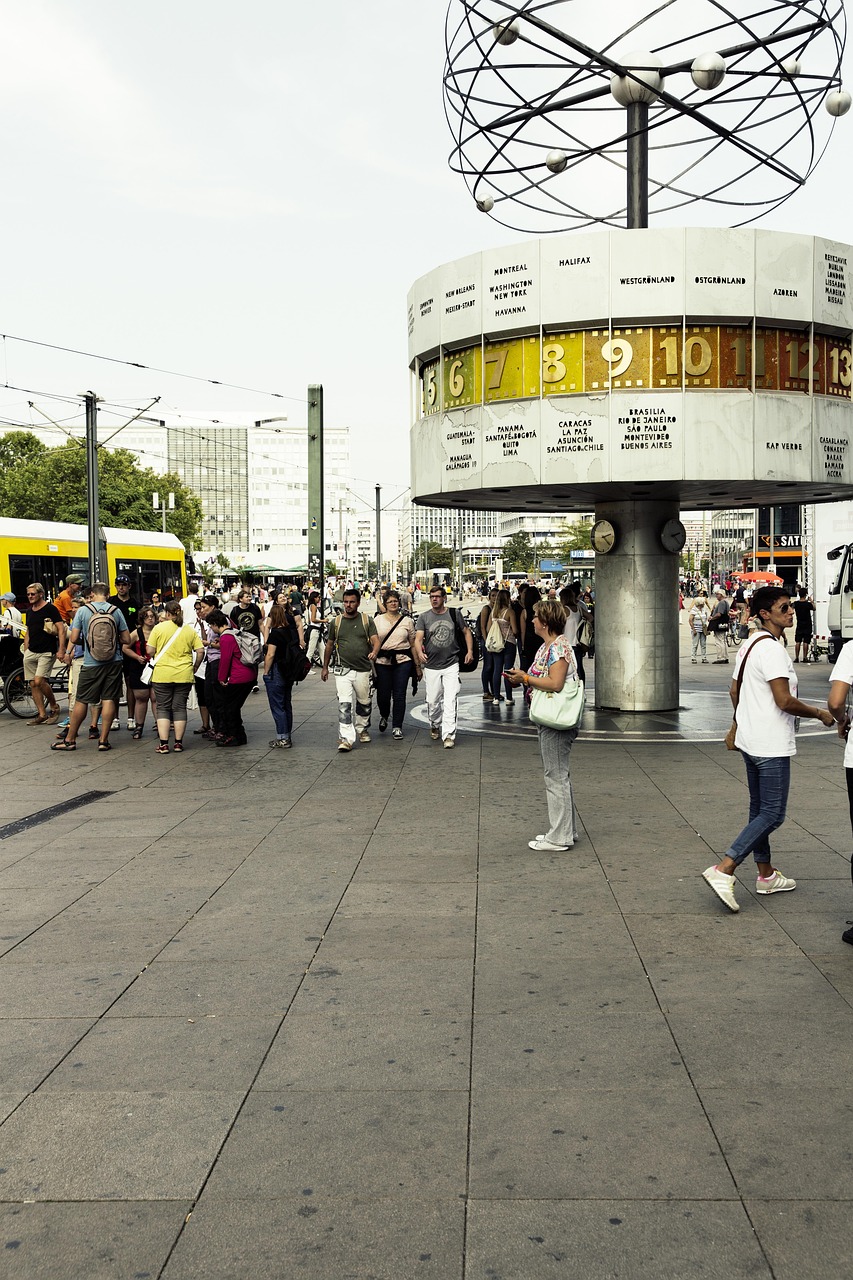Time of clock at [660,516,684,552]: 2:22
